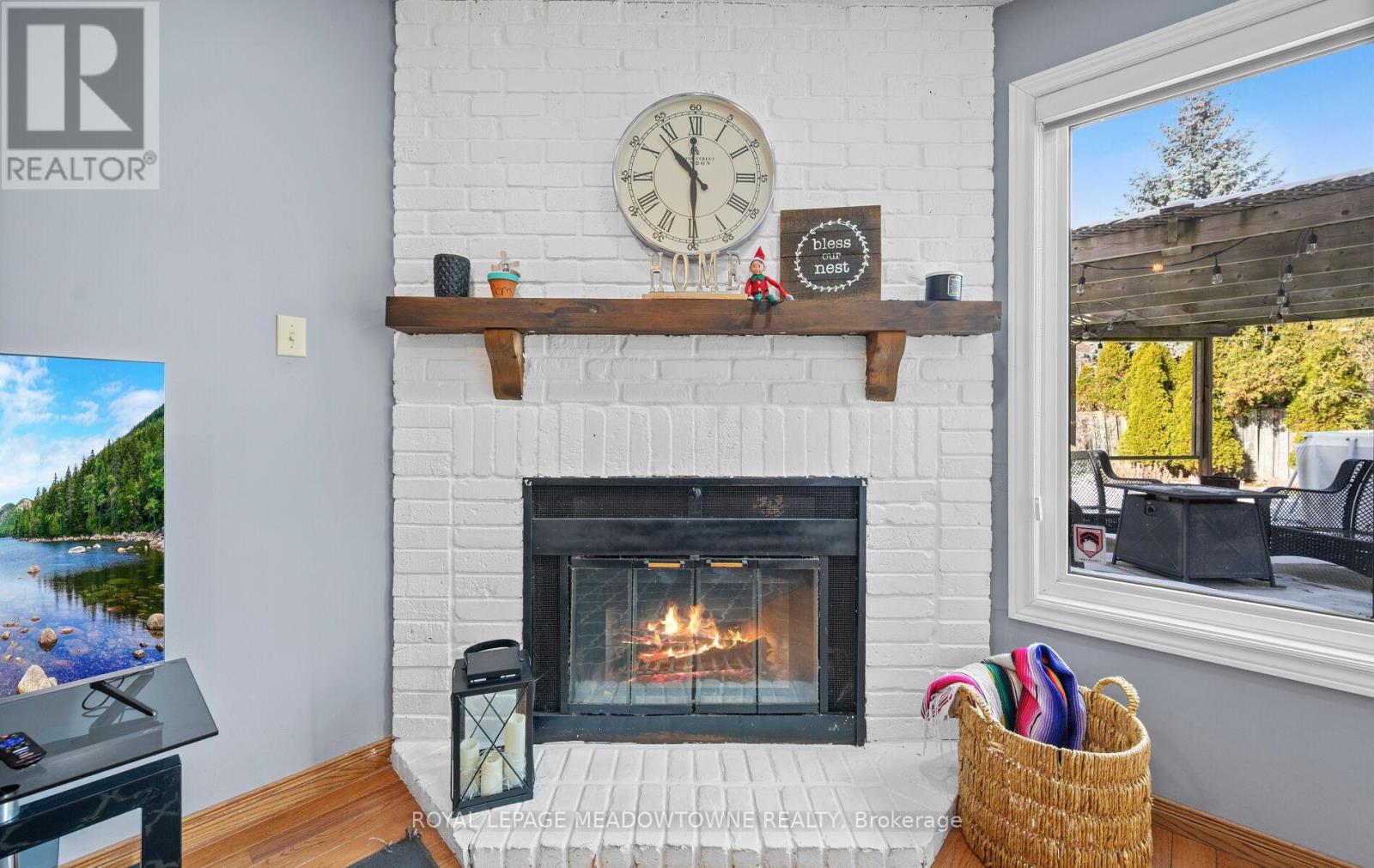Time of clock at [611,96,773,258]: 10:29
